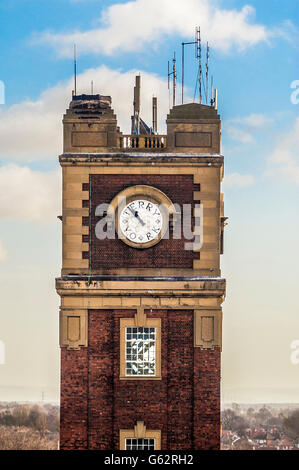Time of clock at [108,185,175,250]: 10:52
